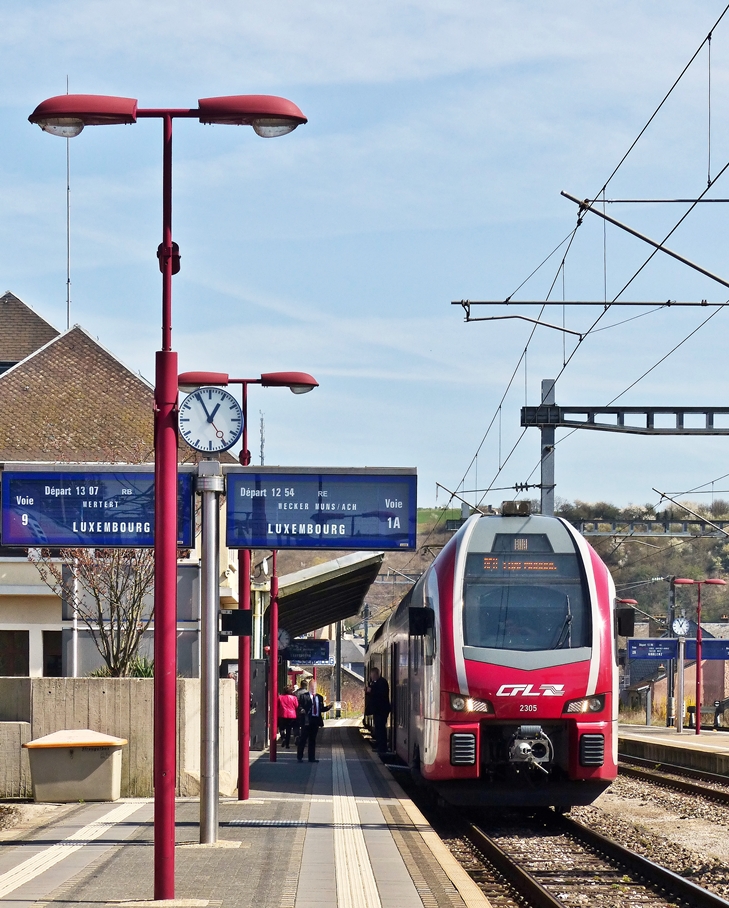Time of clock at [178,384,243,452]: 12:55
